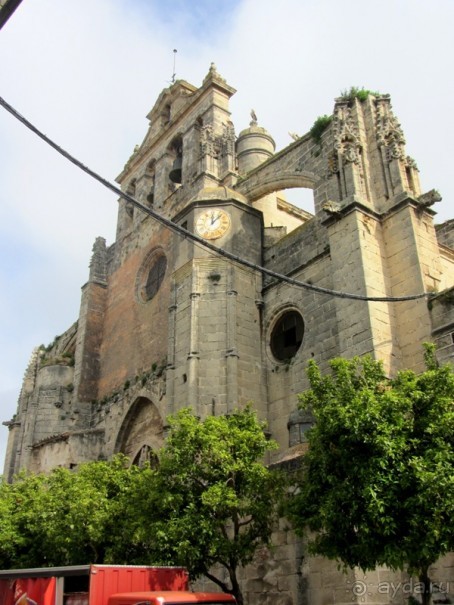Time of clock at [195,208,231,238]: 12:07
